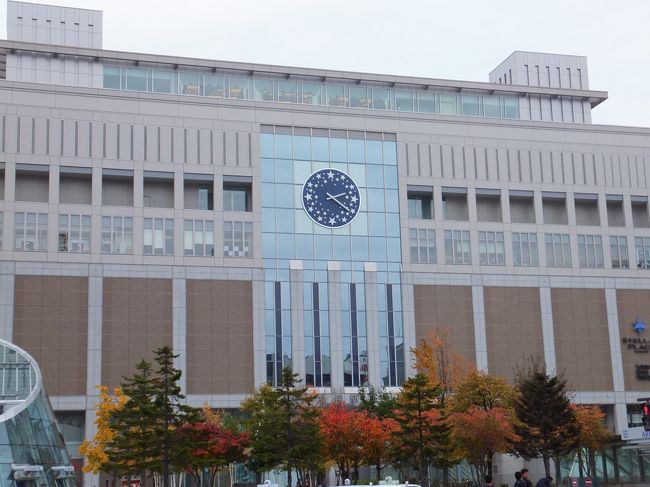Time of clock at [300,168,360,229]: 2:20
